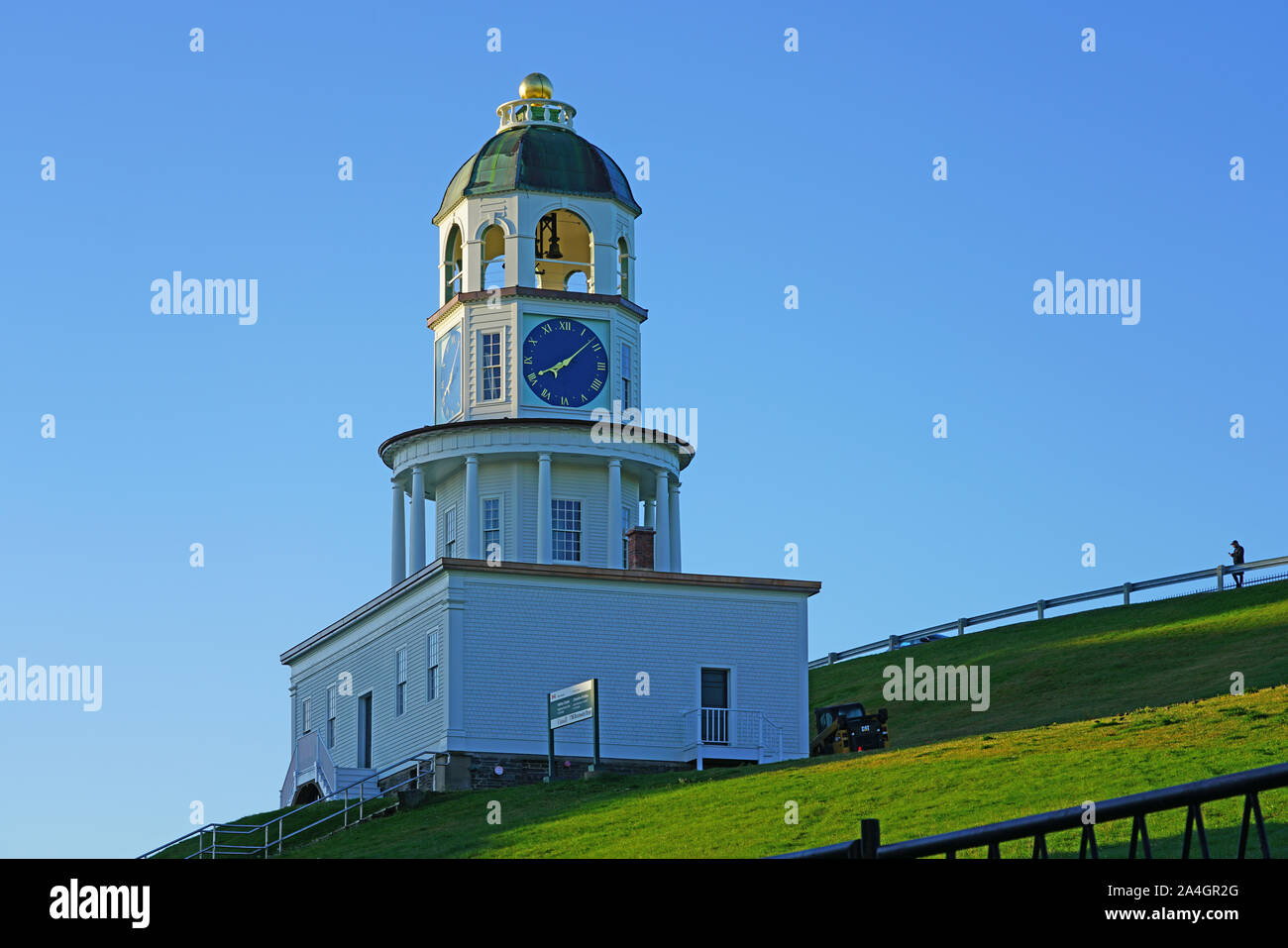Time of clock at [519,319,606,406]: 8:07
